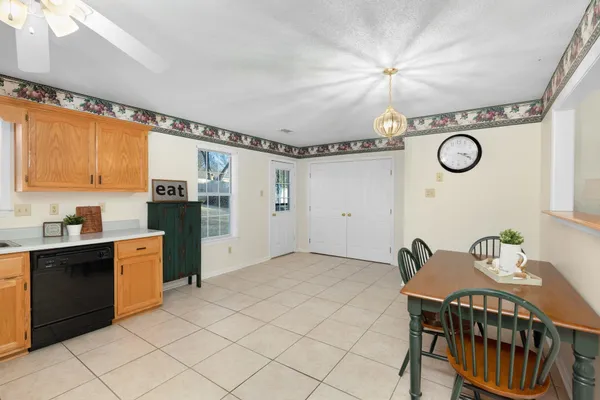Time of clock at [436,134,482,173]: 3:19
